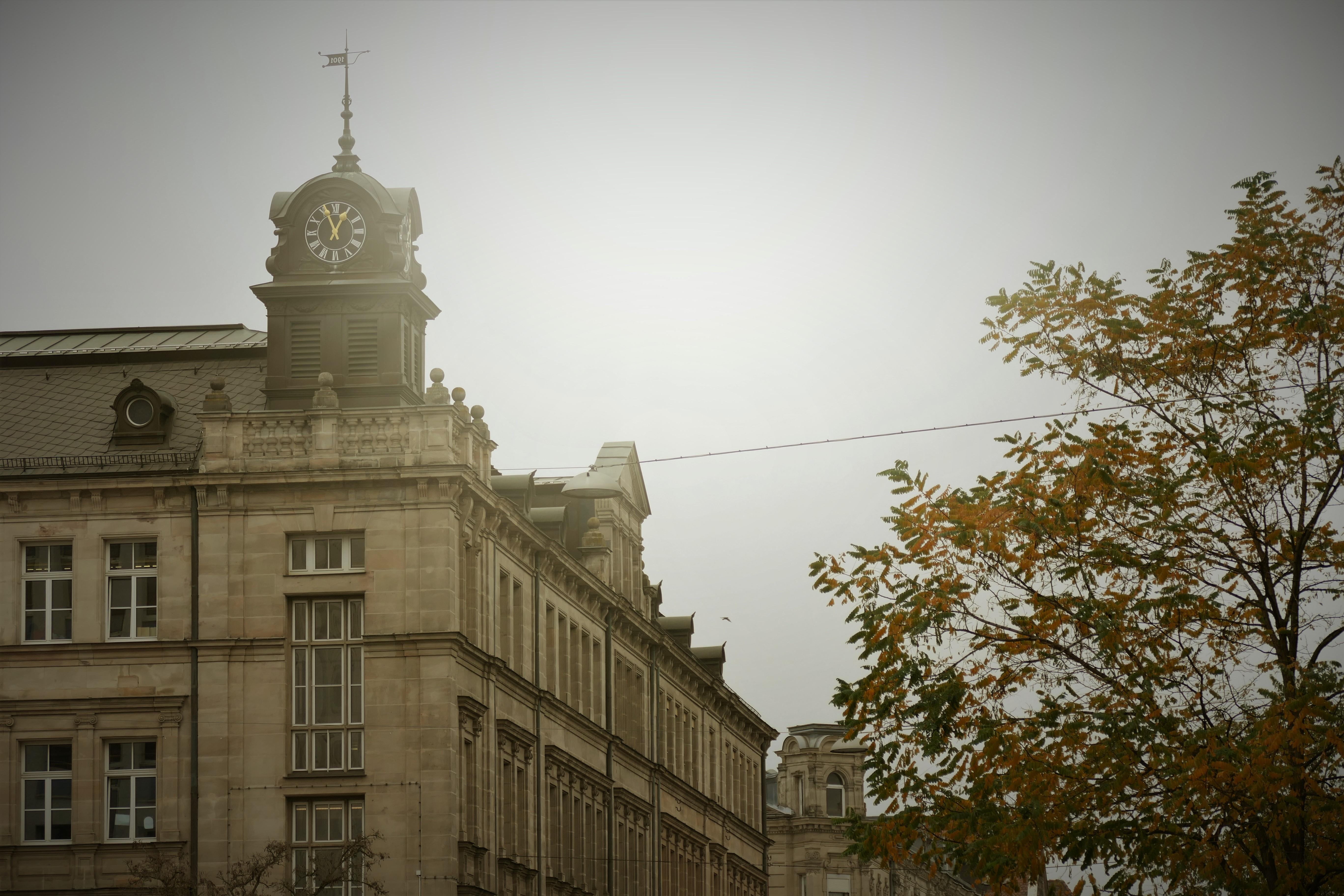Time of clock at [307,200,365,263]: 12:56
